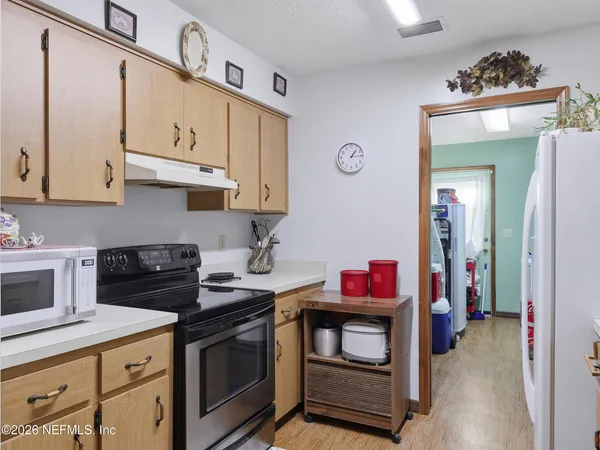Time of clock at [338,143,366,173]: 1:14
